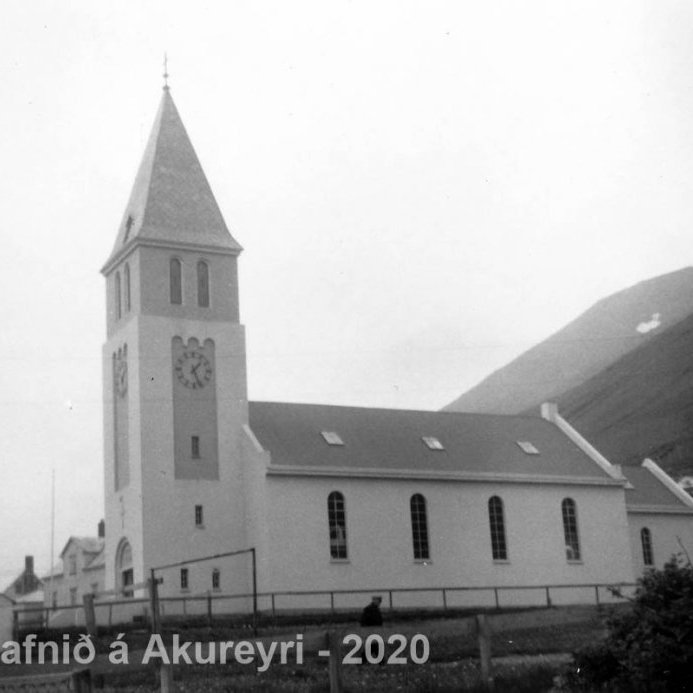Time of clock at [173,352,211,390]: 1:26
